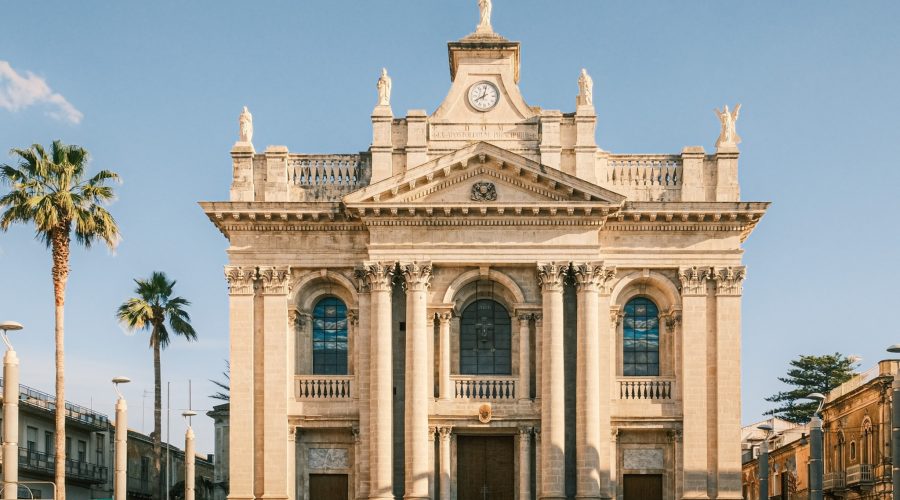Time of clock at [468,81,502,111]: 8:02
